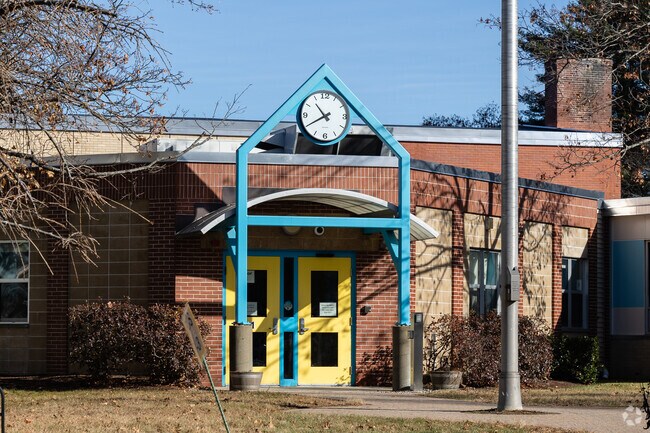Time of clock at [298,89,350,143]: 10:40
